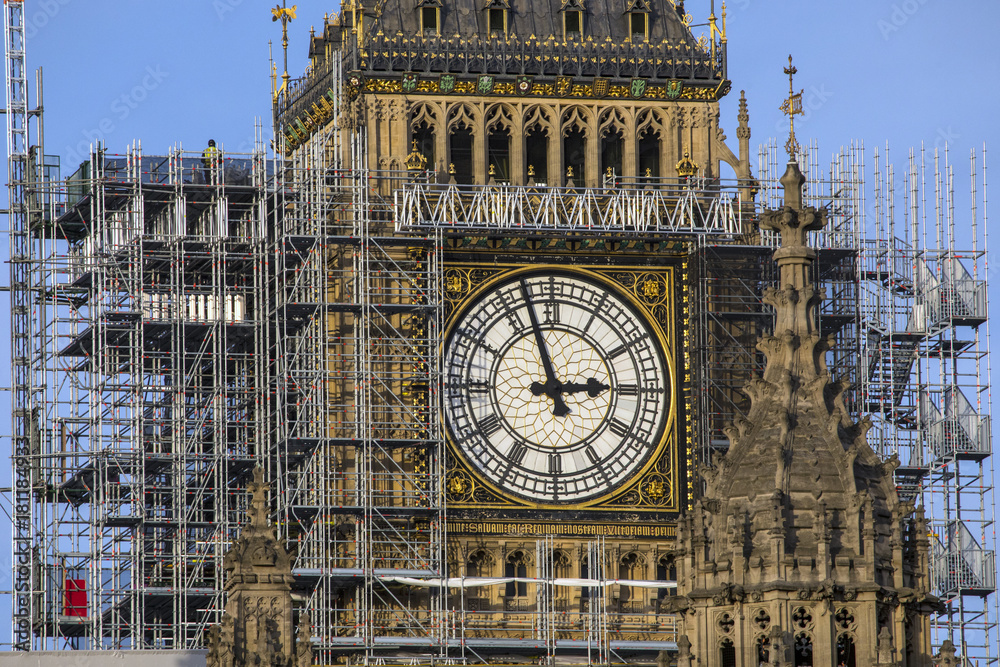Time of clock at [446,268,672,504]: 2:56
